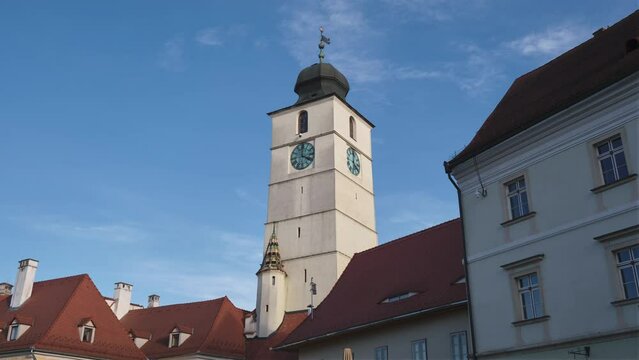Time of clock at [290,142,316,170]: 4:00
